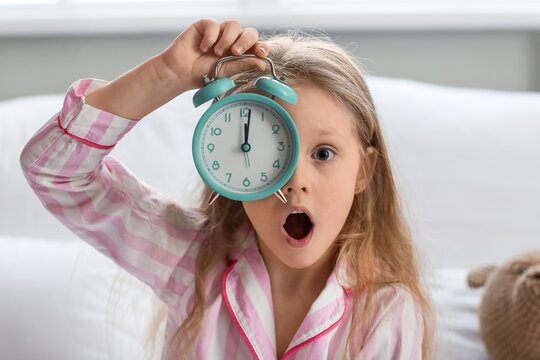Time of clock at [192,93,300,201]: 12:01
